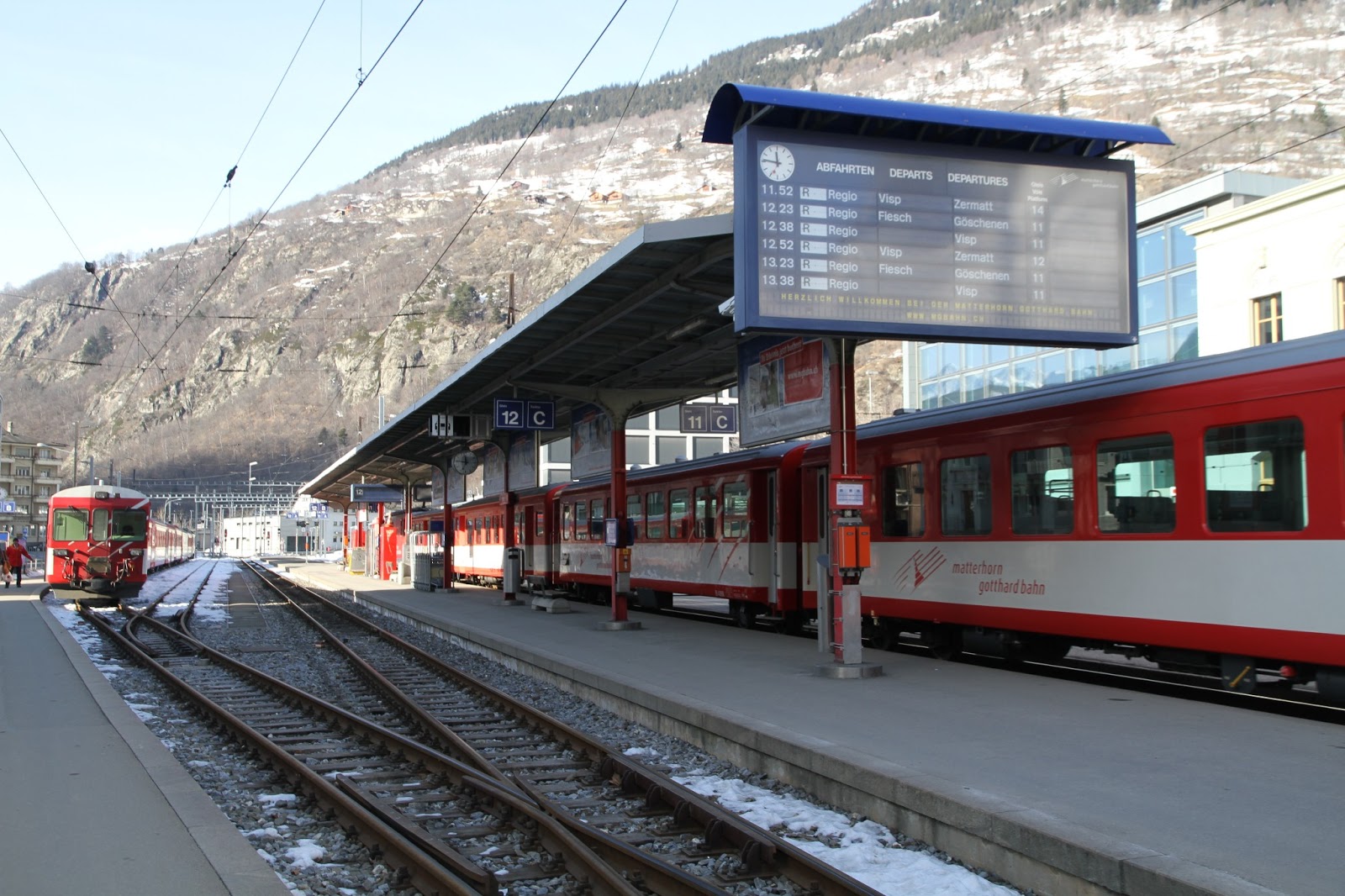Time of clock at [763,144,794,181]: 11:46
